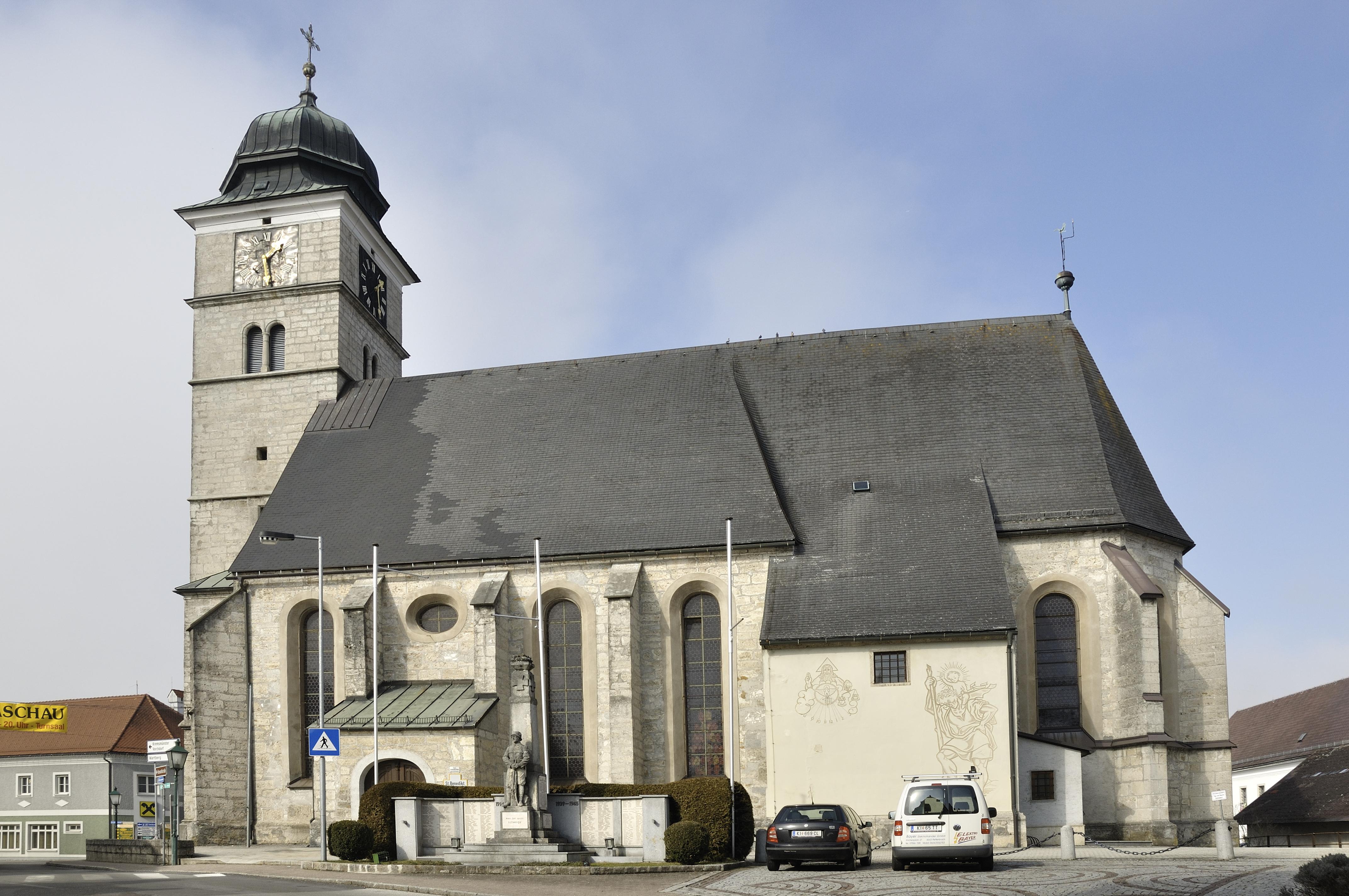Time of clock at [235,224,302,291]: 1:28
